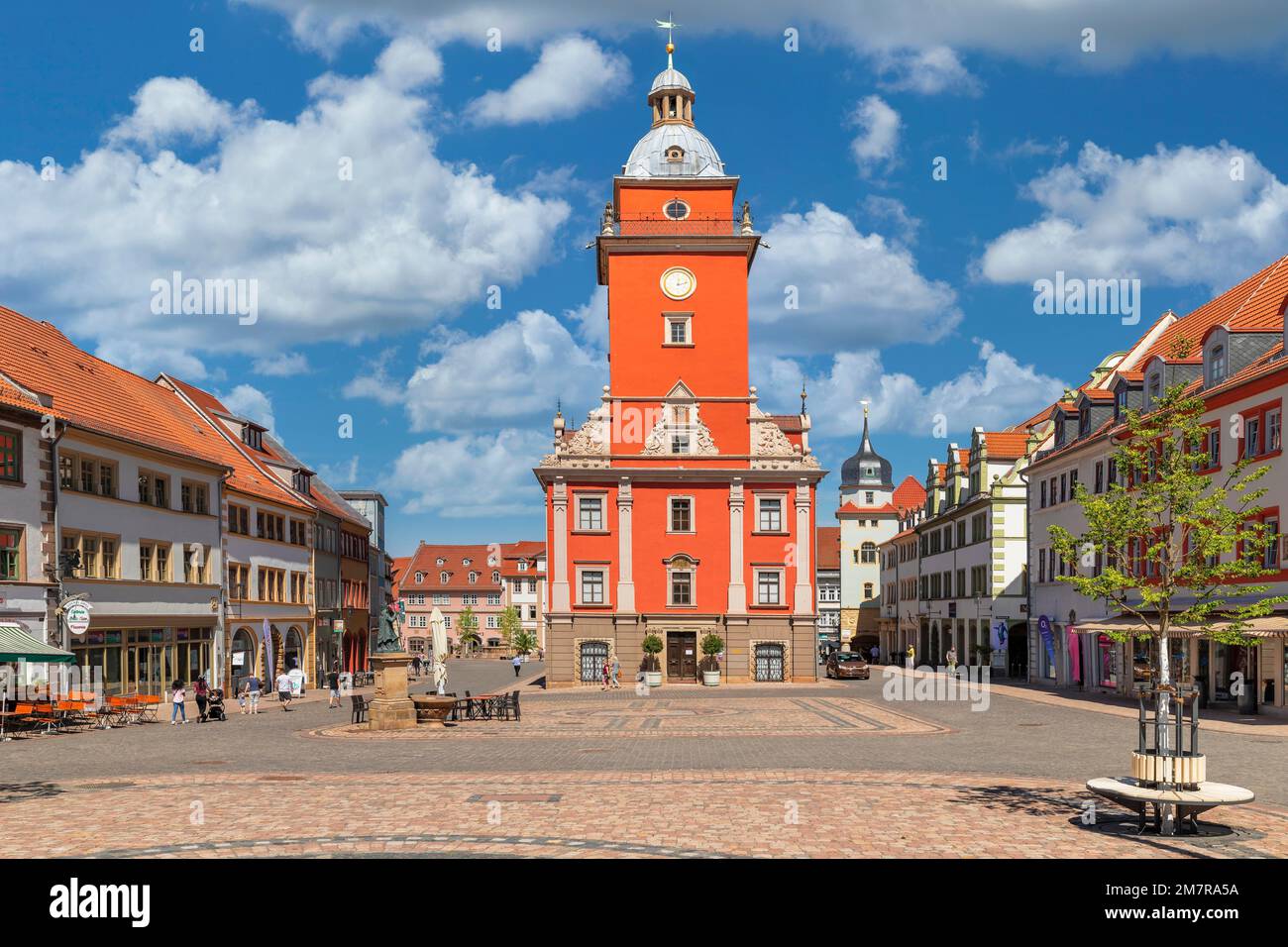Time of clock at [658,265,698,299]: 12:13
